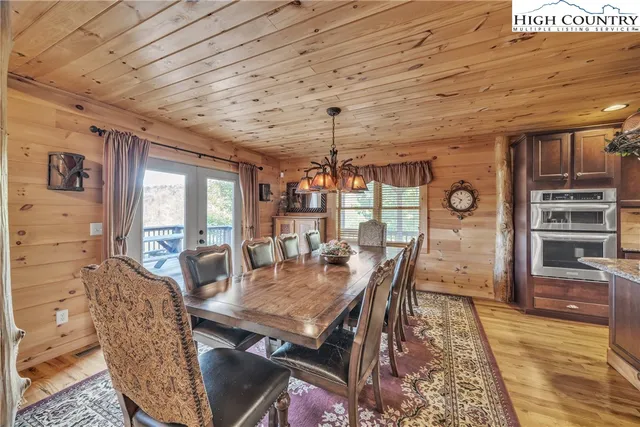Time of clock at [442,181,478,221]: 6:50
